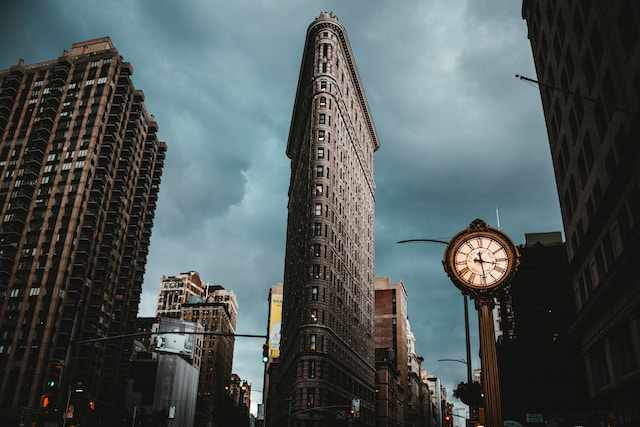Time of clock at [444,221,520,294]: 3:28
